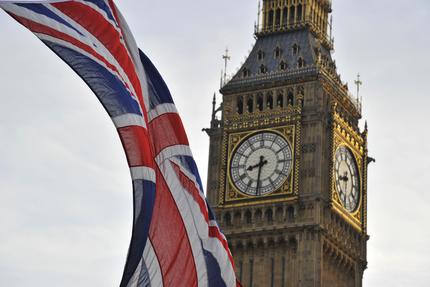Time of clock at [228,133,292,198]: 8:31
